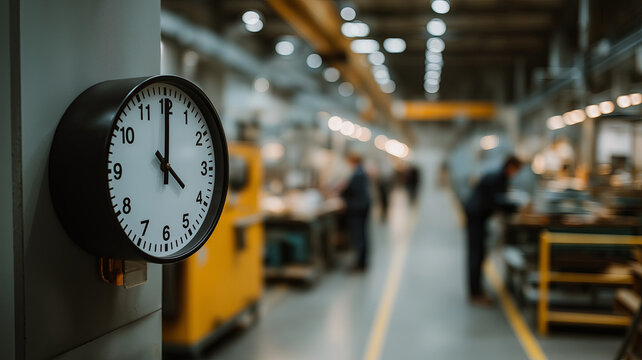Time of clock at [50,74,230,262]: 4:00
